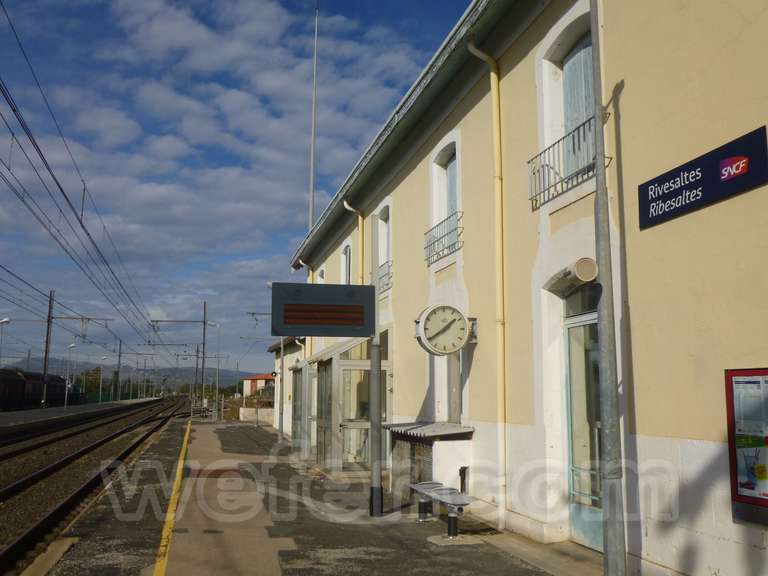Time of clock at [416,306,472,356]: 1:39
